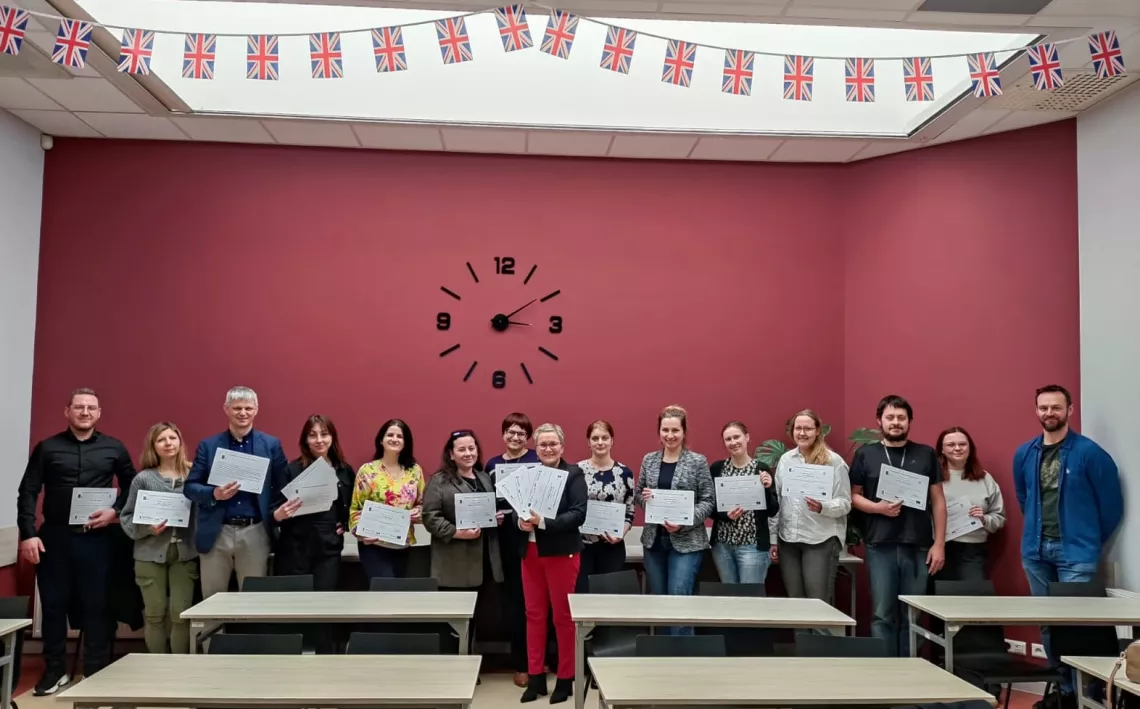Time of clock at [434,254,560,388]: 3:09
